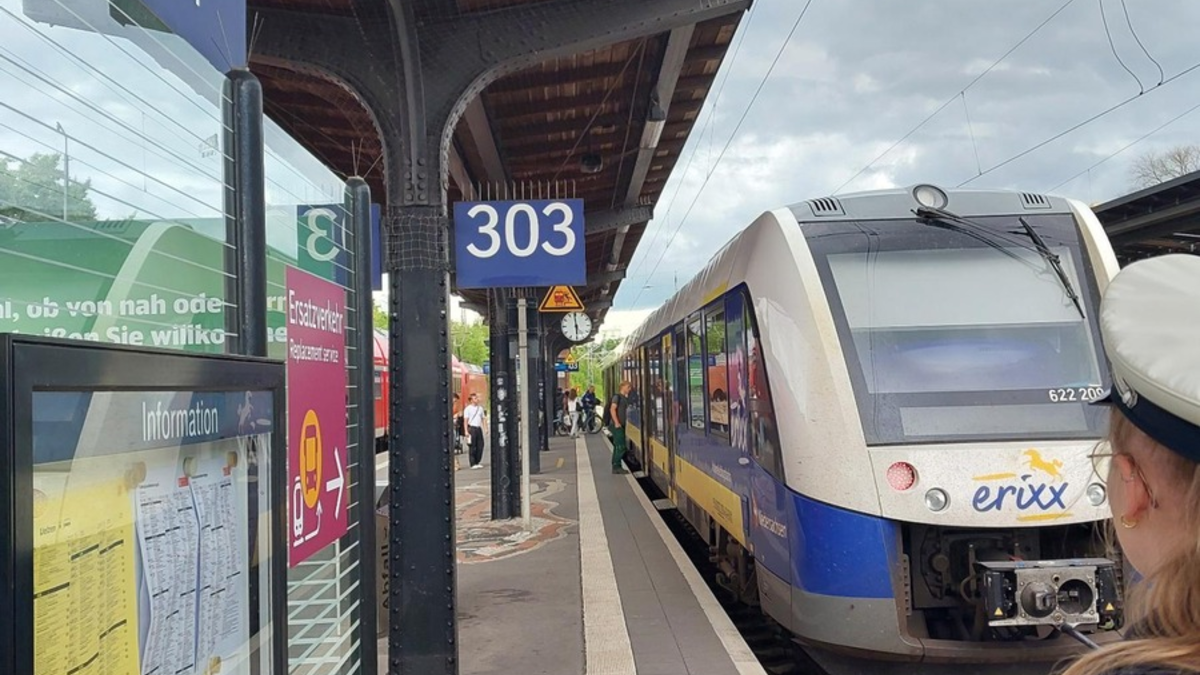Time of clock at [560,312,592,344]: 5:59
